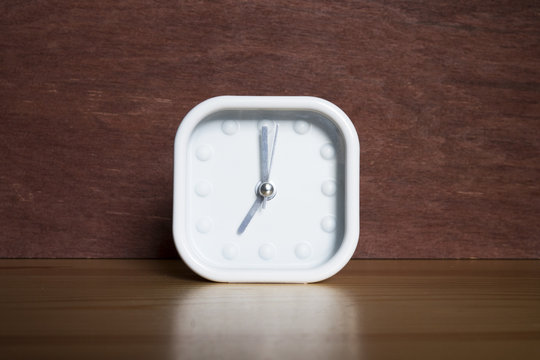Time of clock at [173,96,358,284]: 7:00
